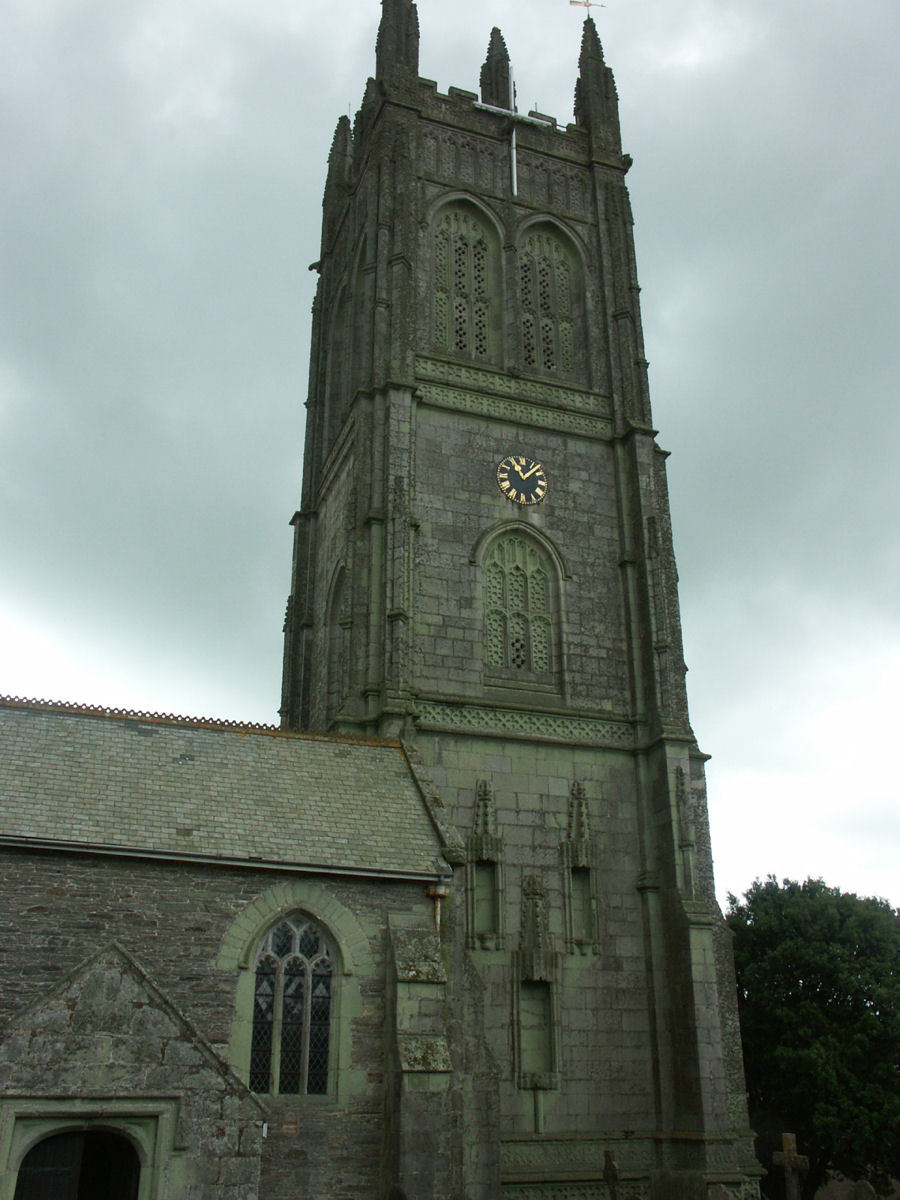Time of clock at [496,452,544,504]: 11:07
